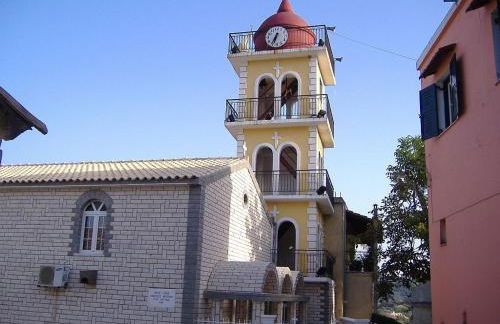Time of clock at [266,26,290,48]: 6:35
